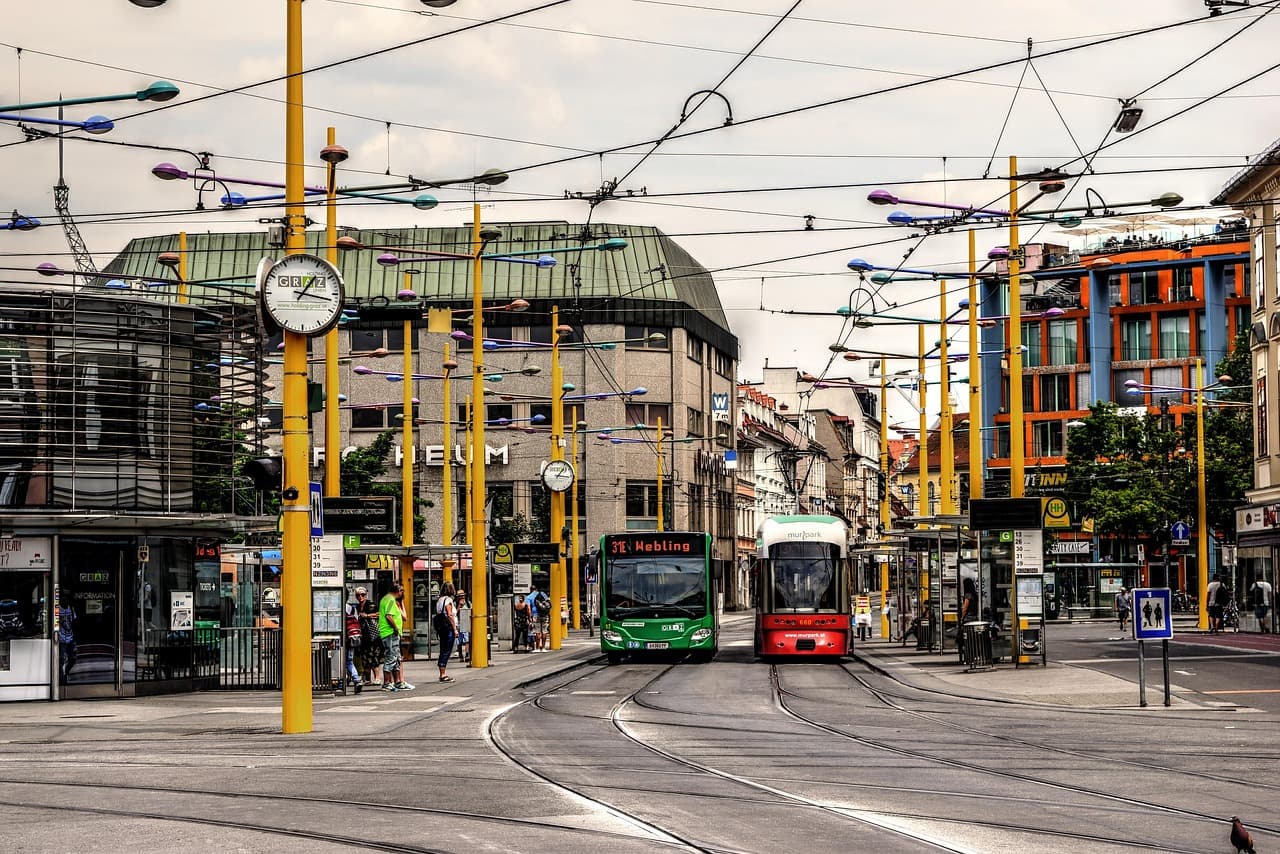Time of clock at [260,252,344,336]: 1:16
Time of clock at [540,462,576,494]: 1:16
